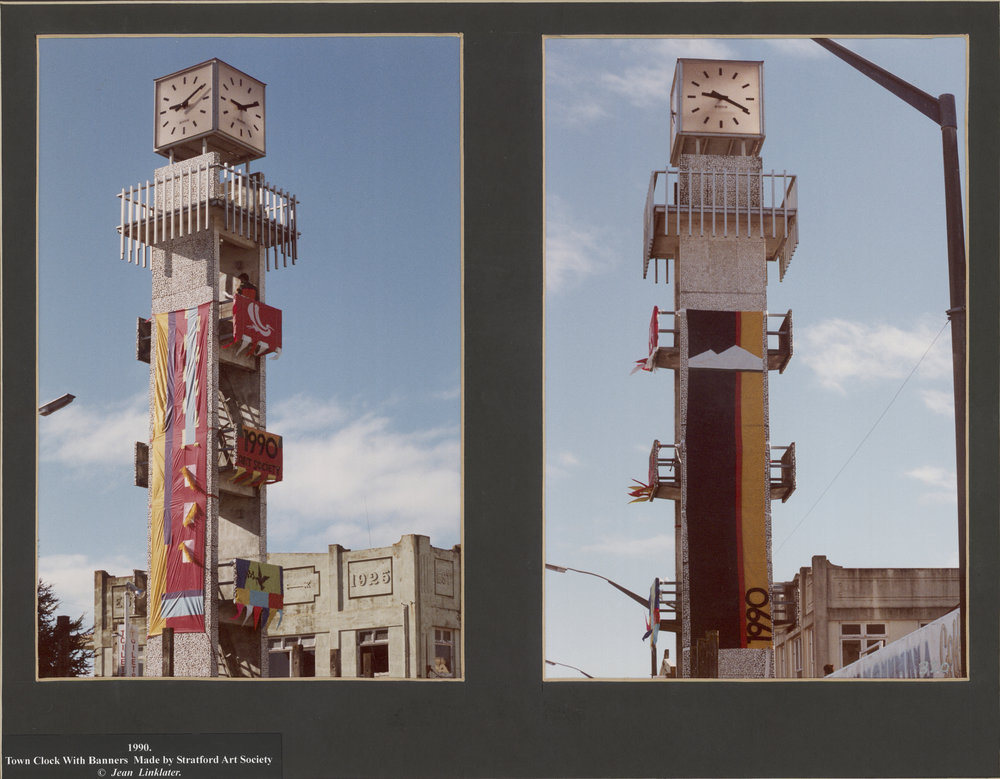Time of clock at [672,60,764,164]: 9:19
